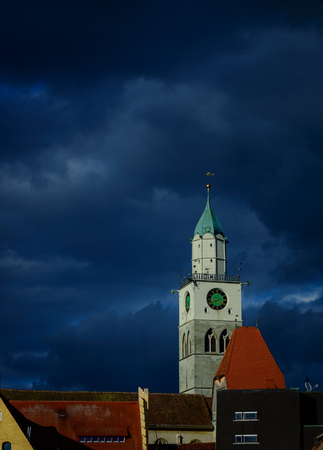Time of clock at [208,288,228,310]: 4:42
